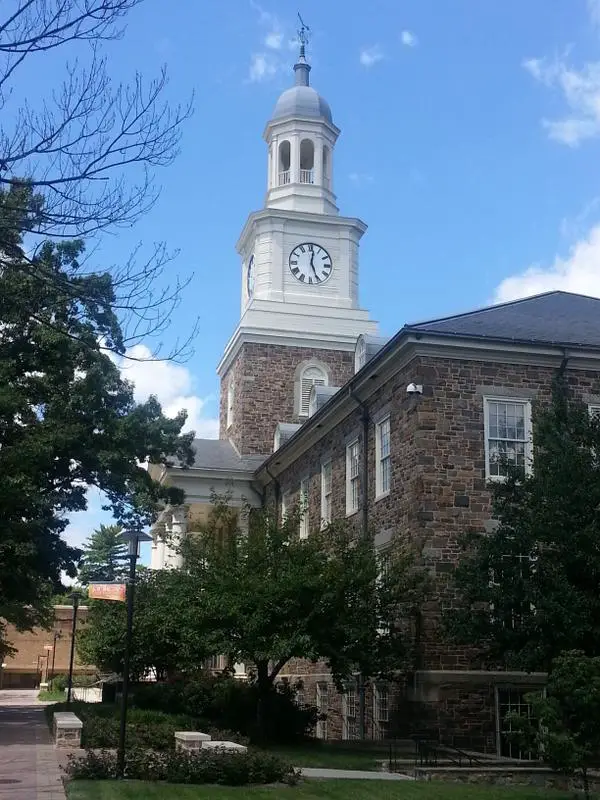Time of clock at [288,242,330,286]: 12:26
